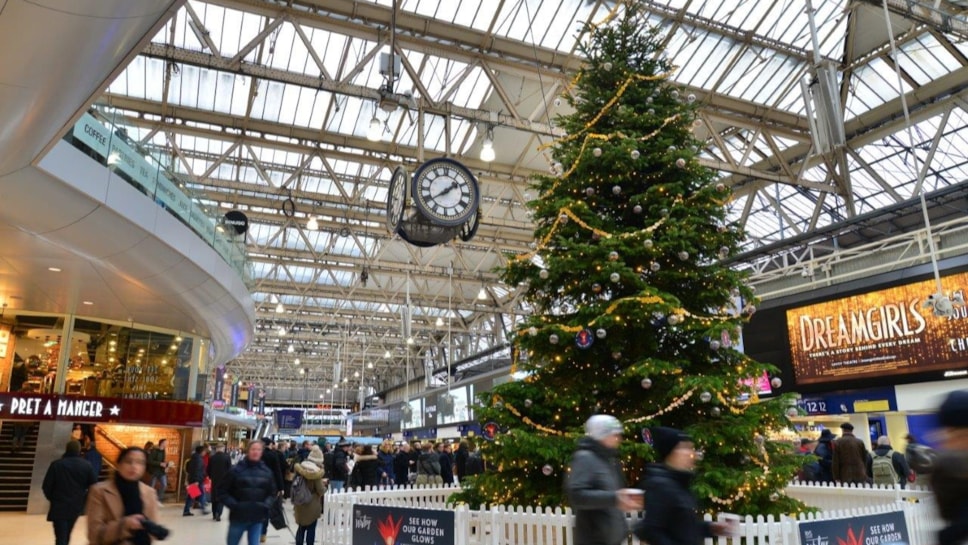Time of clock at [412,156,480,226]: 1:39
